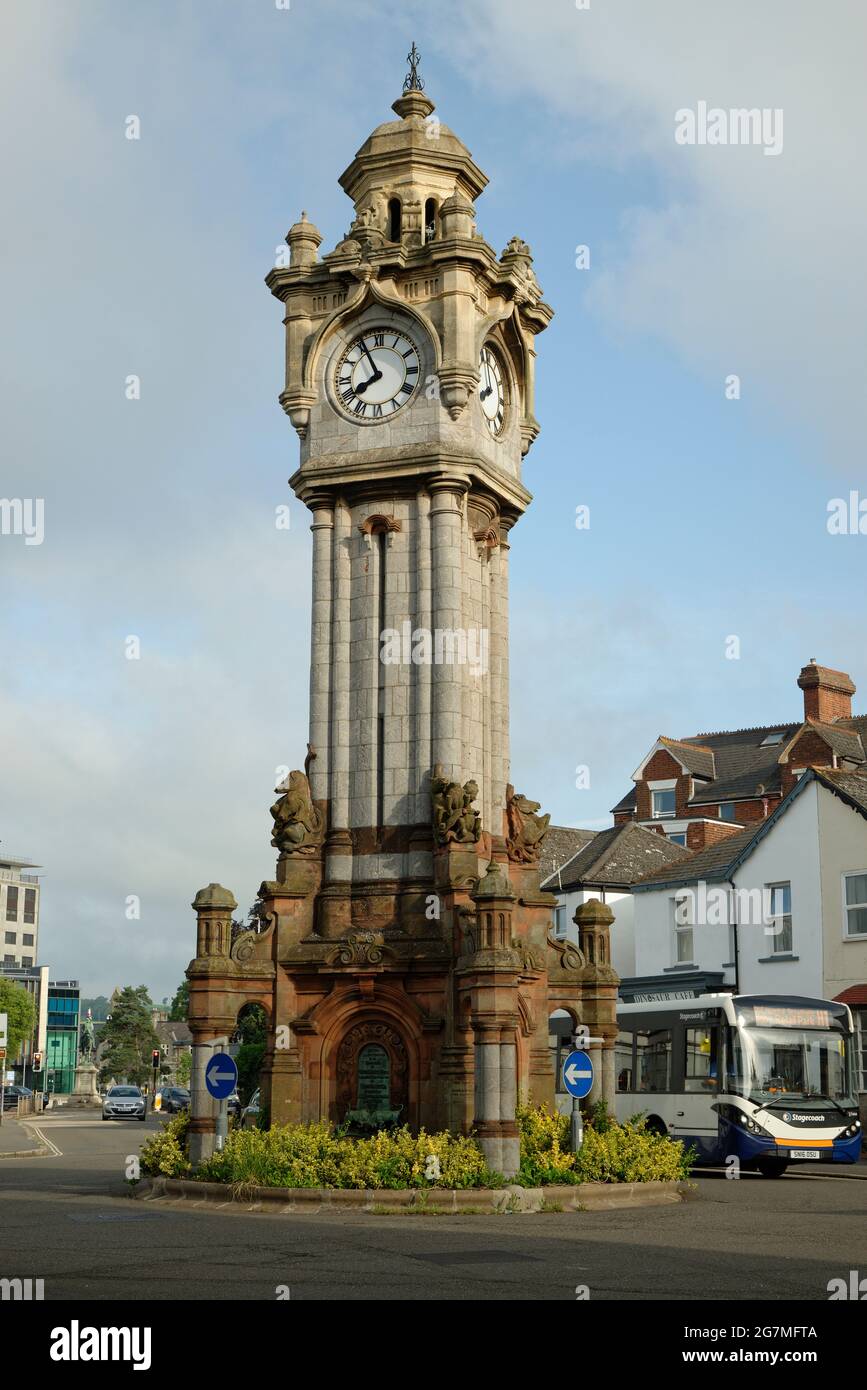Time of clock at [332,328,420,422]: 7:55
